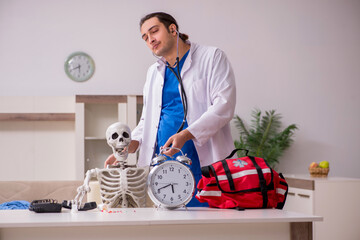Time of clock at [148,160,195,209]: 5:41
